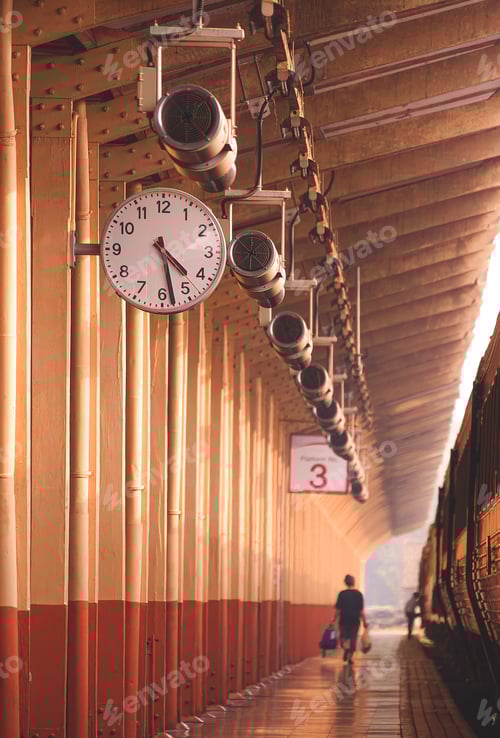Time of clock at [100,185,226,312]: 4:28
